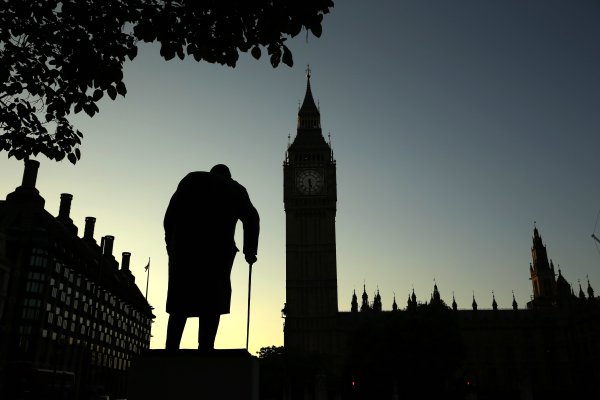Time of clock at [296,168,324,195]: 5:30
